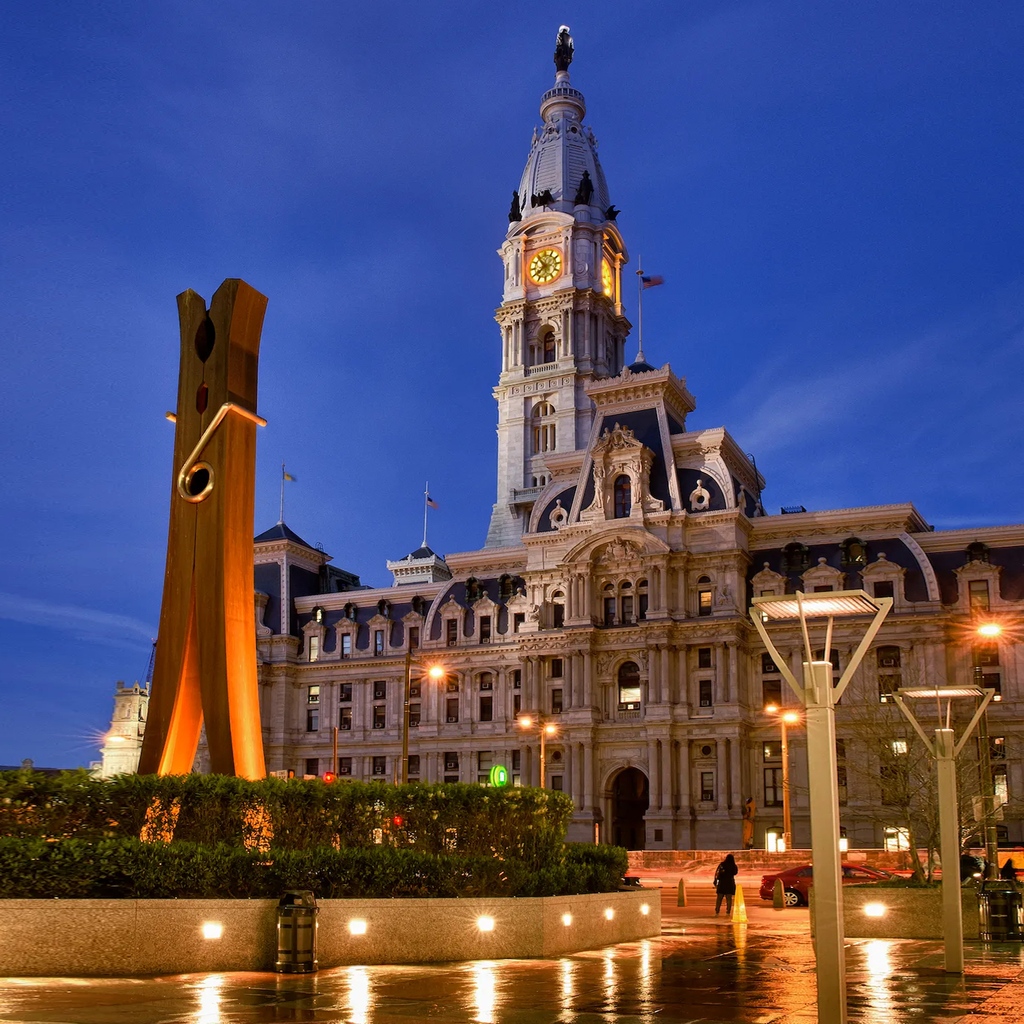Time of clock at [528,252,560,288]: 10:39
